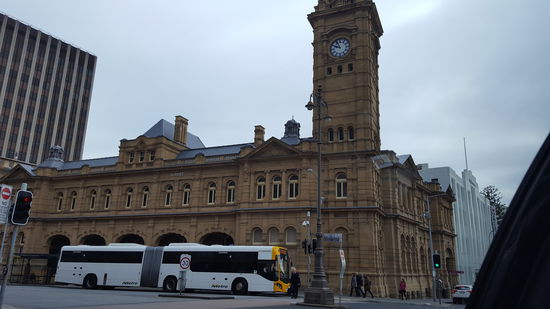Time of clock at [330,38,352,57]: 9:55
